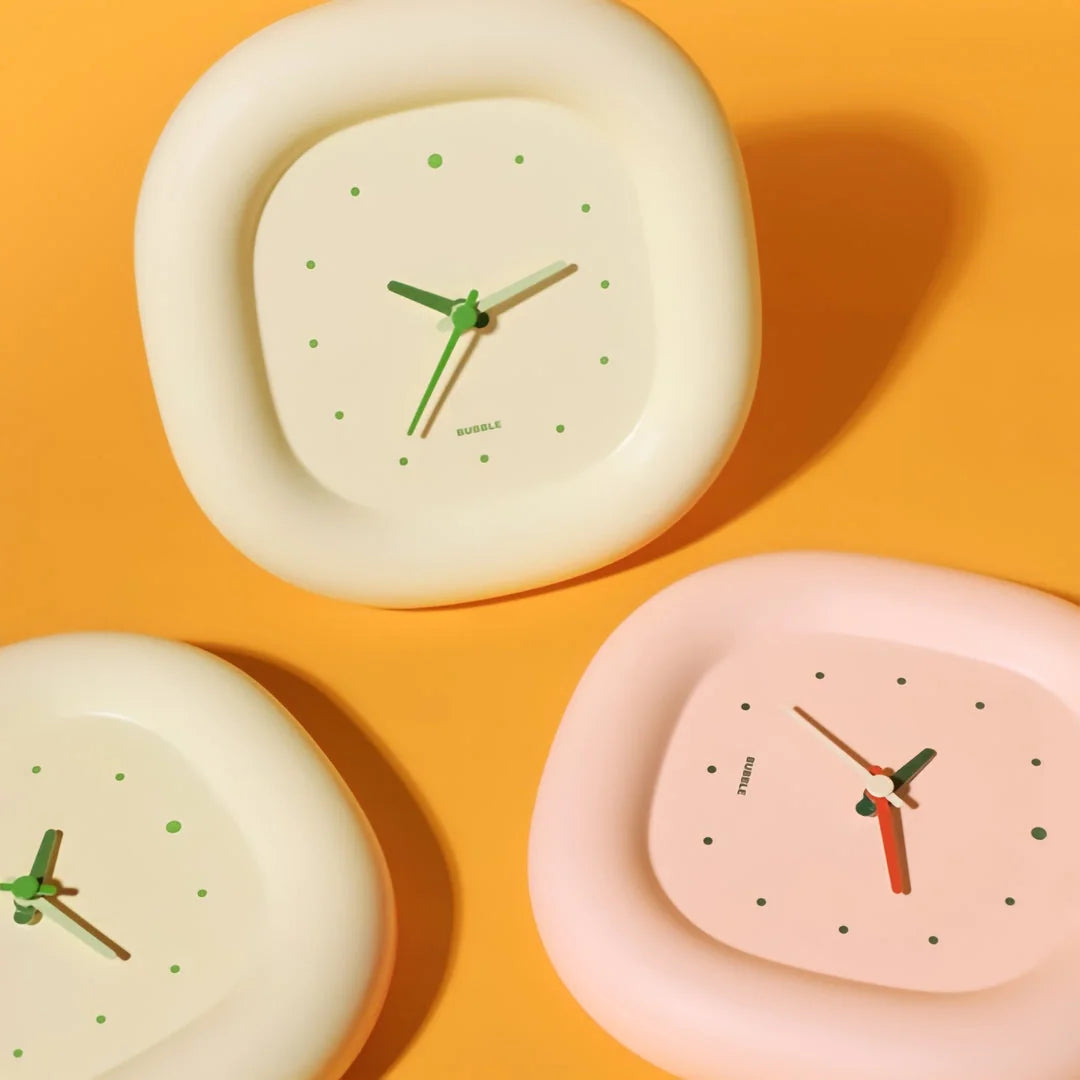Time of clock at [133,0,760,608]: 2:35
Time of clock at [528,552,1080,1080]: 1:26
